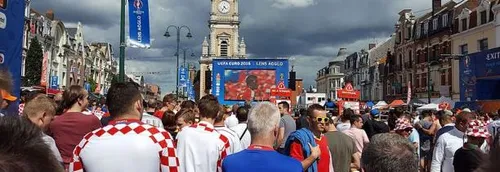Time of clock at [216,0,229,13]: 4:34
